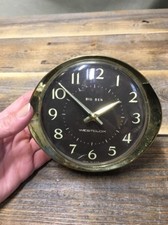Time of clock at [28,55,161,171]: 1:52
